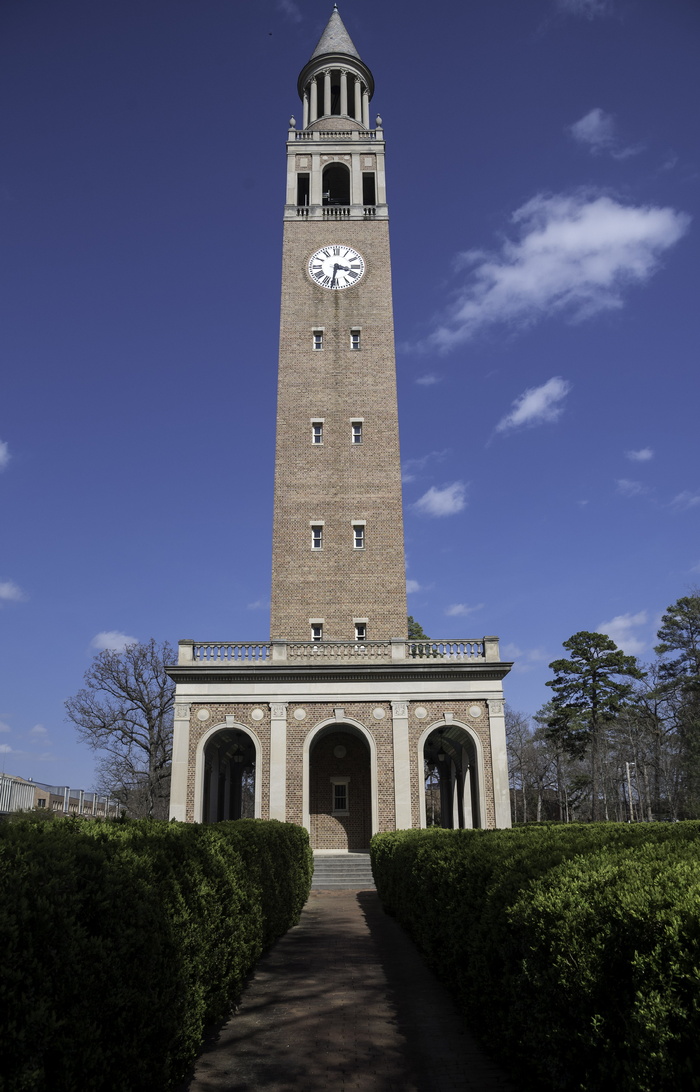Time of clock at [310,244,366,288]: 3:31
